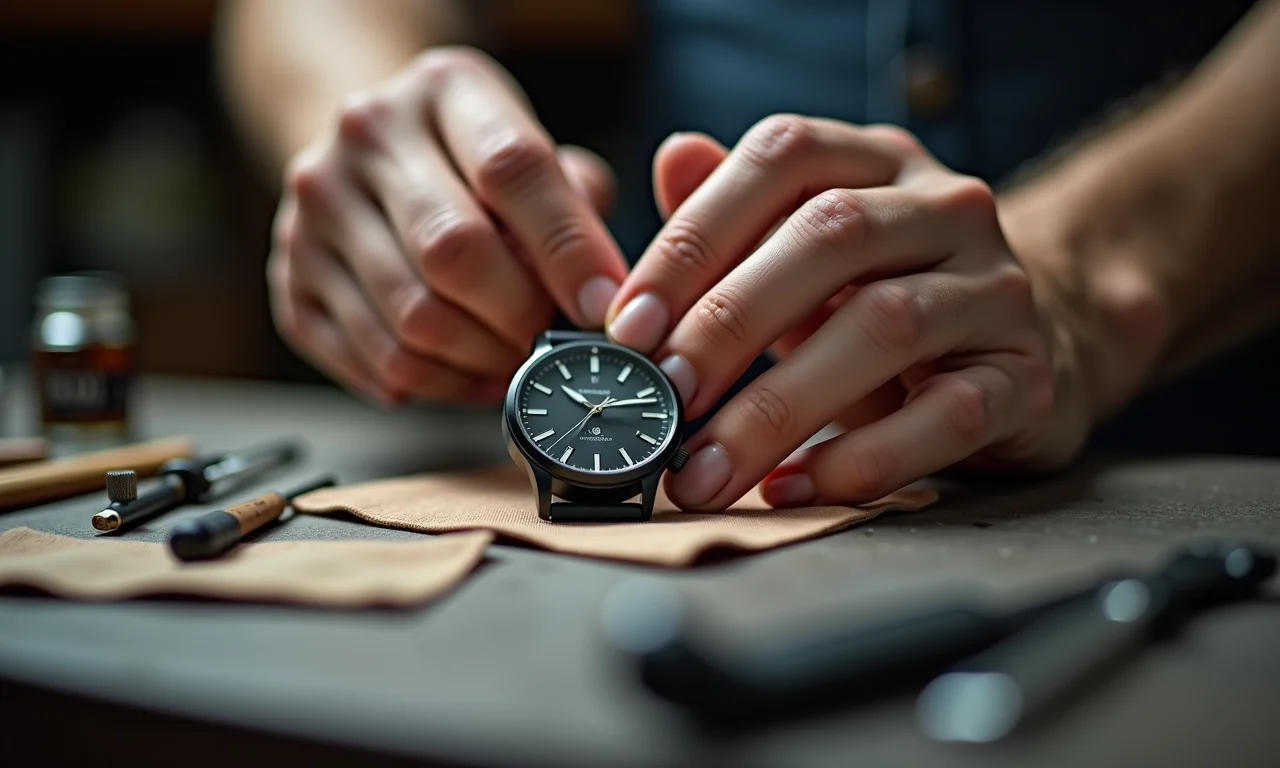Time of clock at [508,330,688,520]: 10:12
